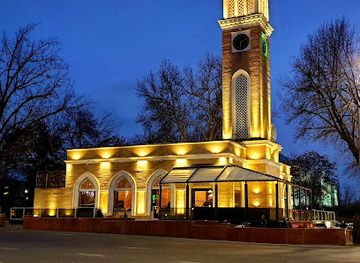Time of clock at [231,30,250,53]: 2:29
